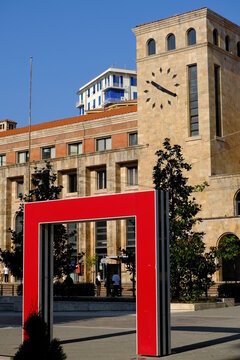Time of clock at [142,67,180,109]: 10:19
